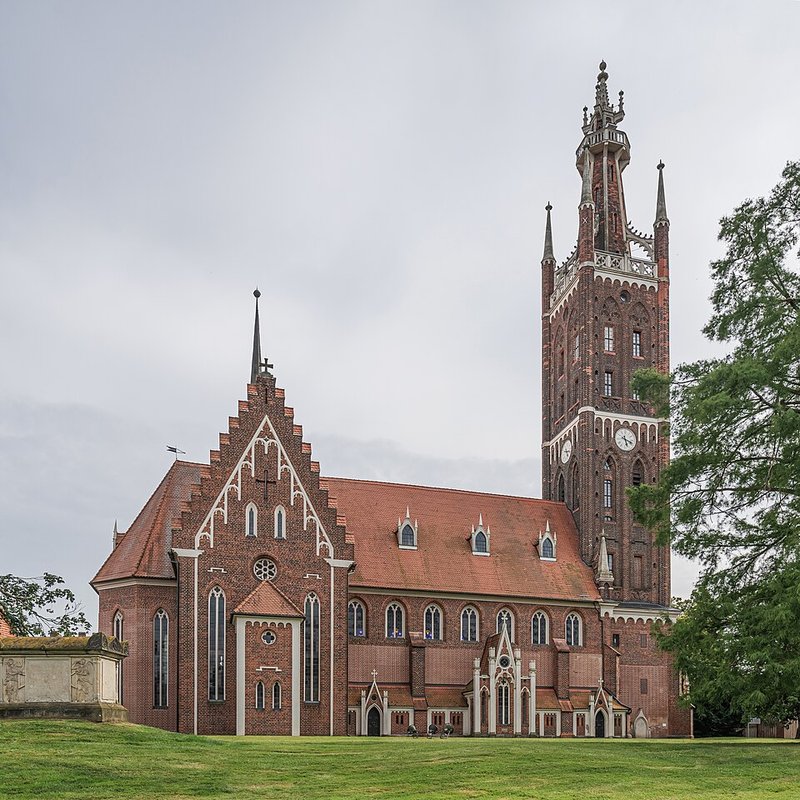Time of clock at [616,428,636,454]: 5:18
